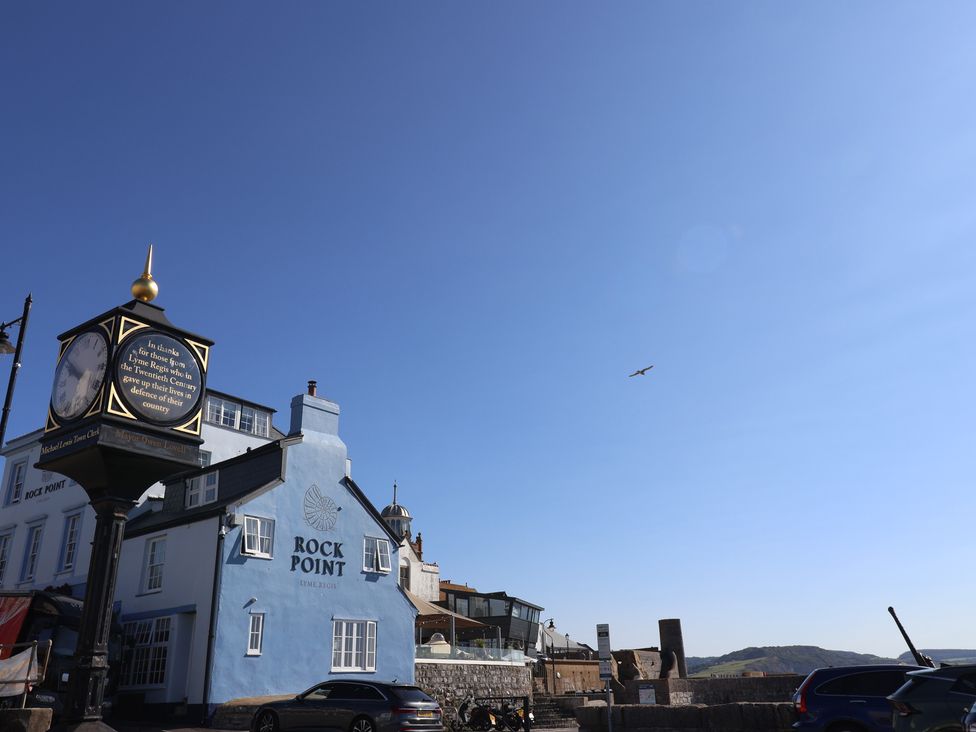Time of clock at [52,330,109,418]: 9:50
